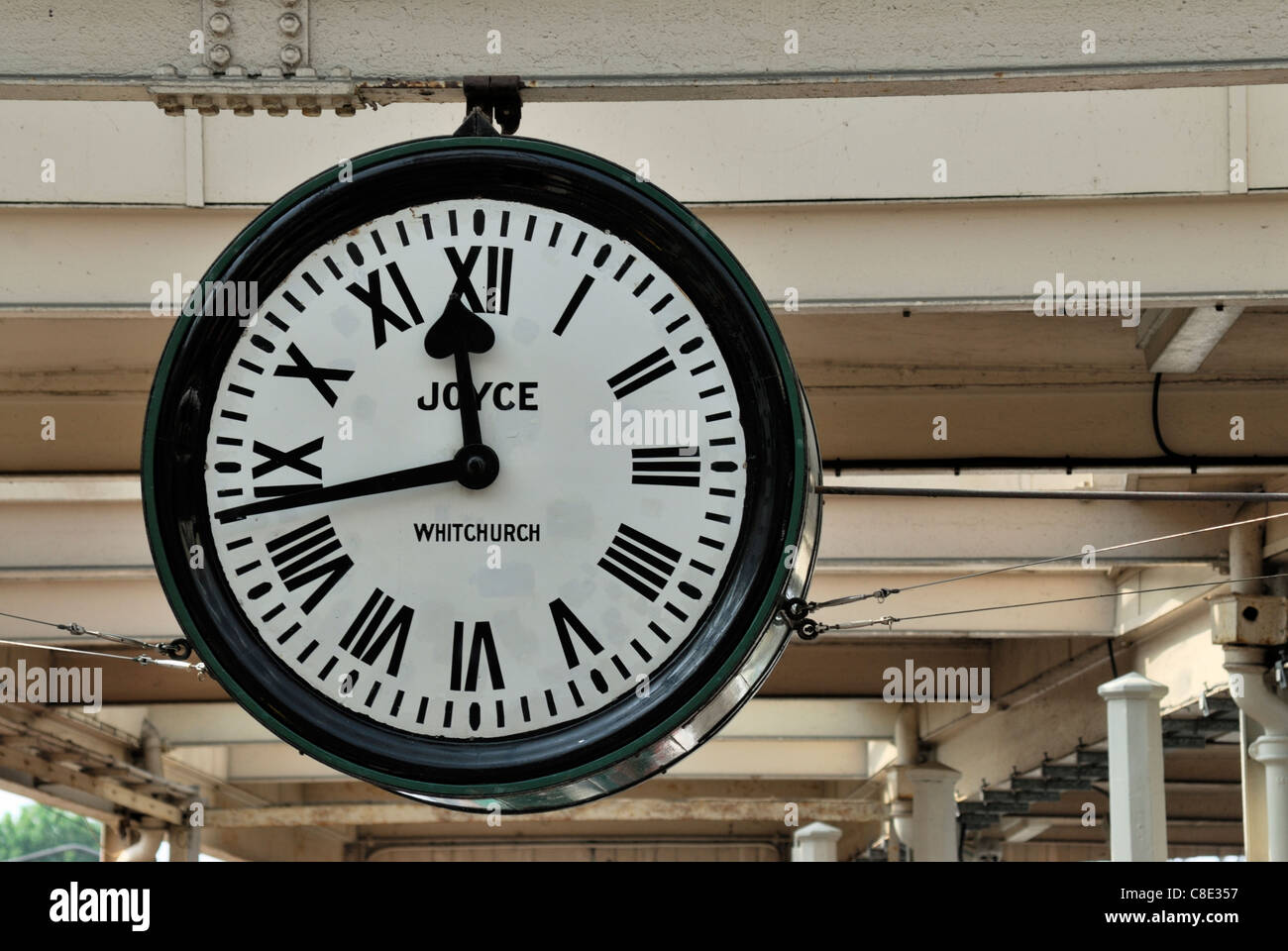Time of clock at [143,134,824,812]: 11:42
